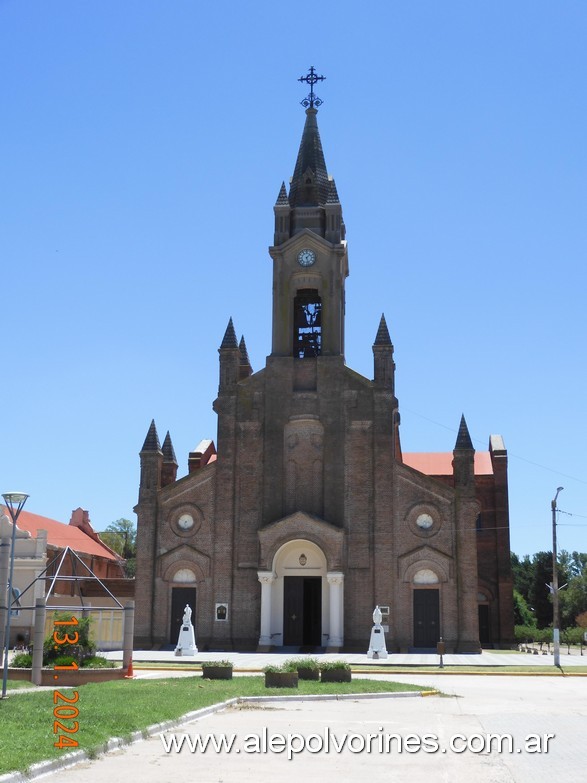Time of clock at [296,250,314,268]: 1:27
